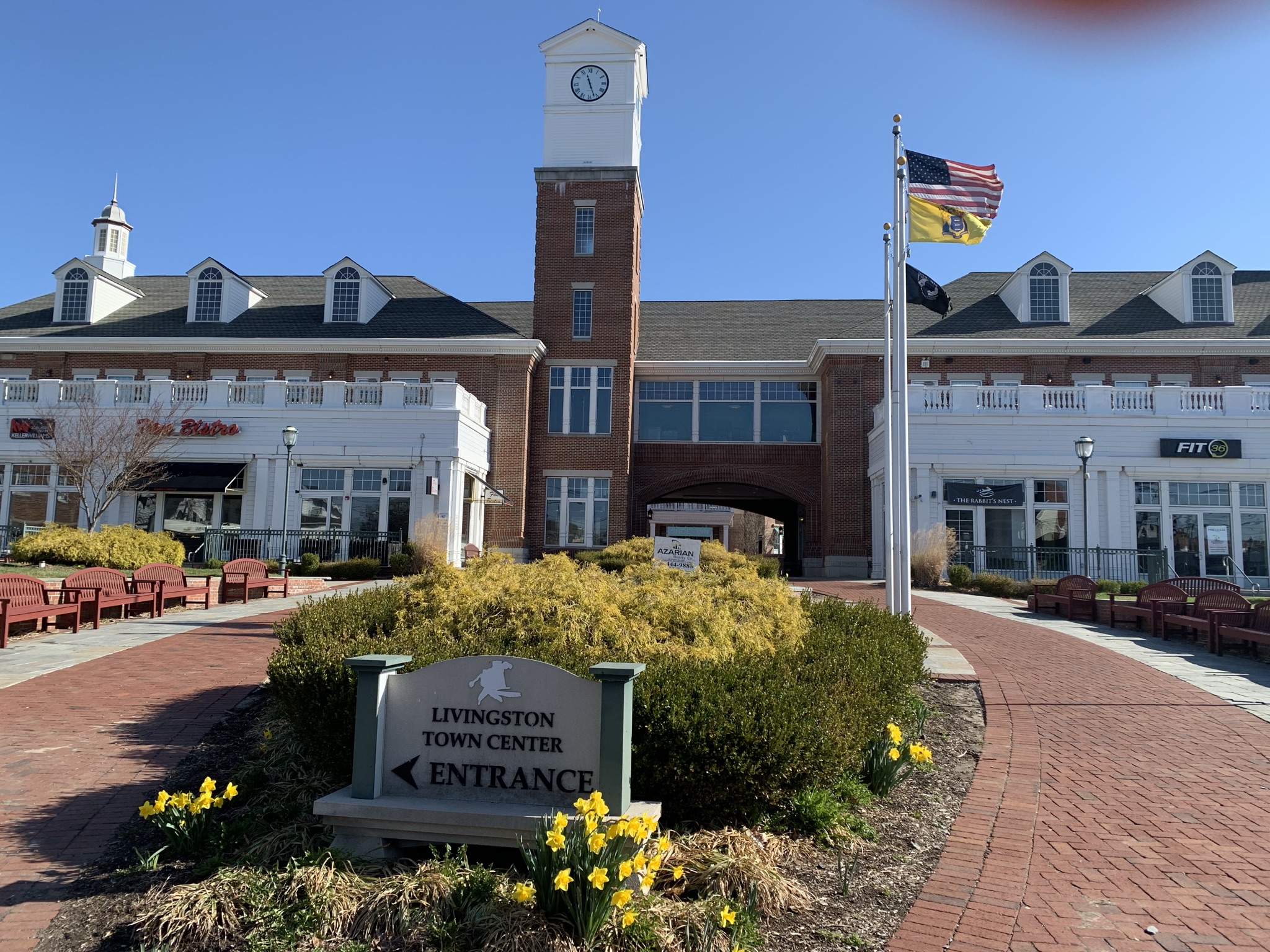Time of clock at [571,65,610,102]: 11:26
